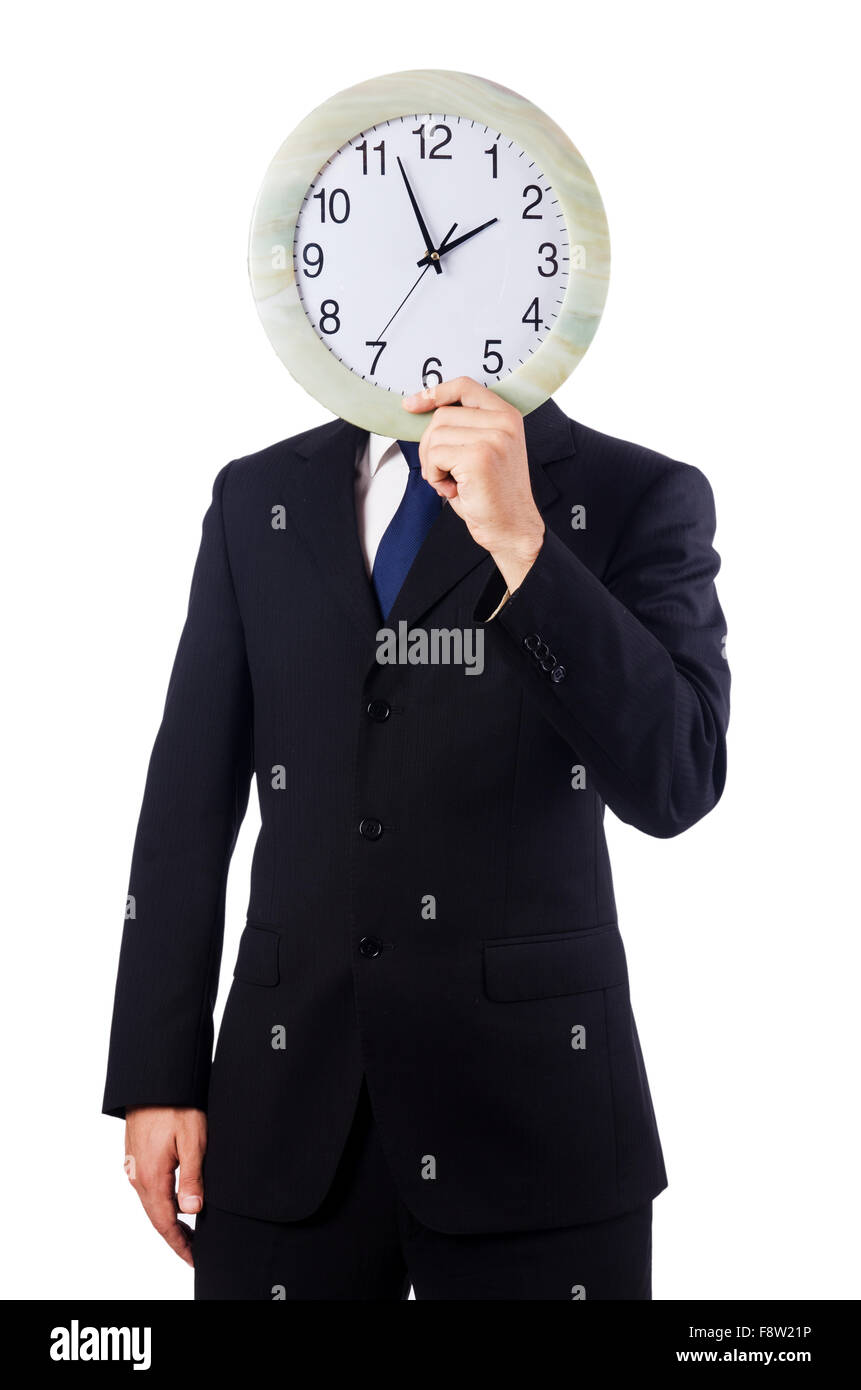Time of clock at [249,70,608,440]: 1:56
